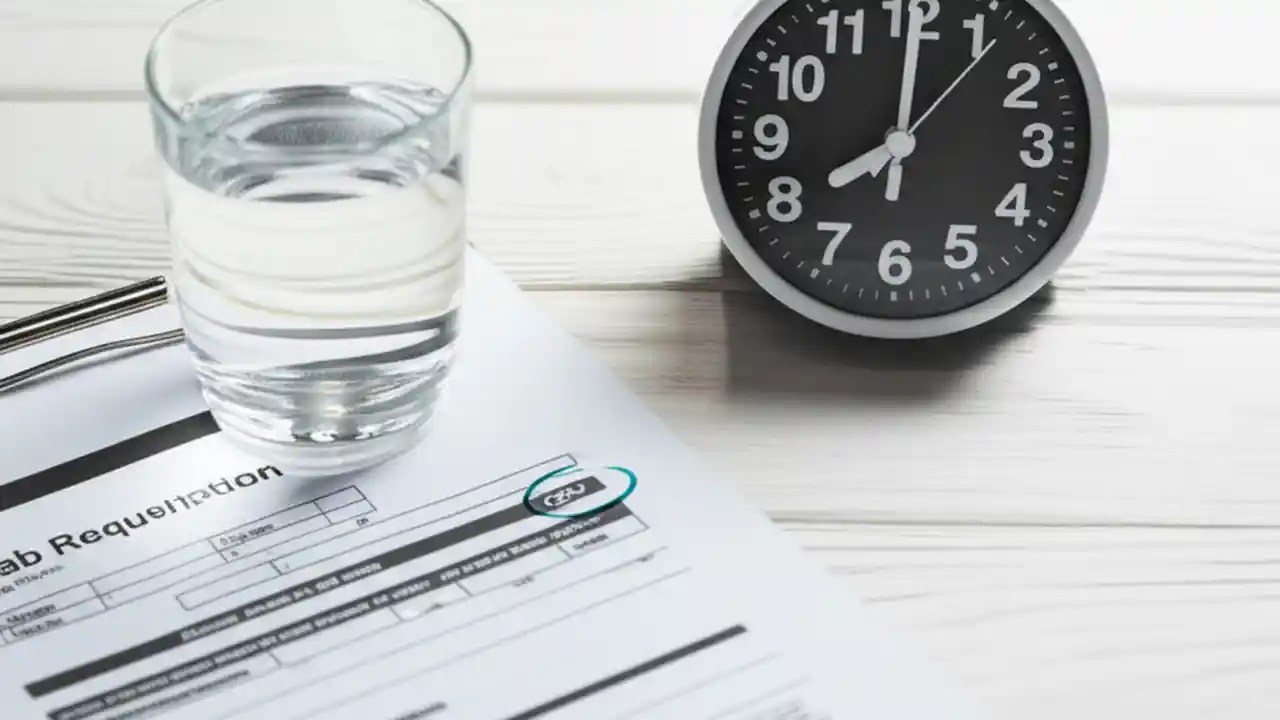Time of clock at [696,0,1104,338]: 8:00
